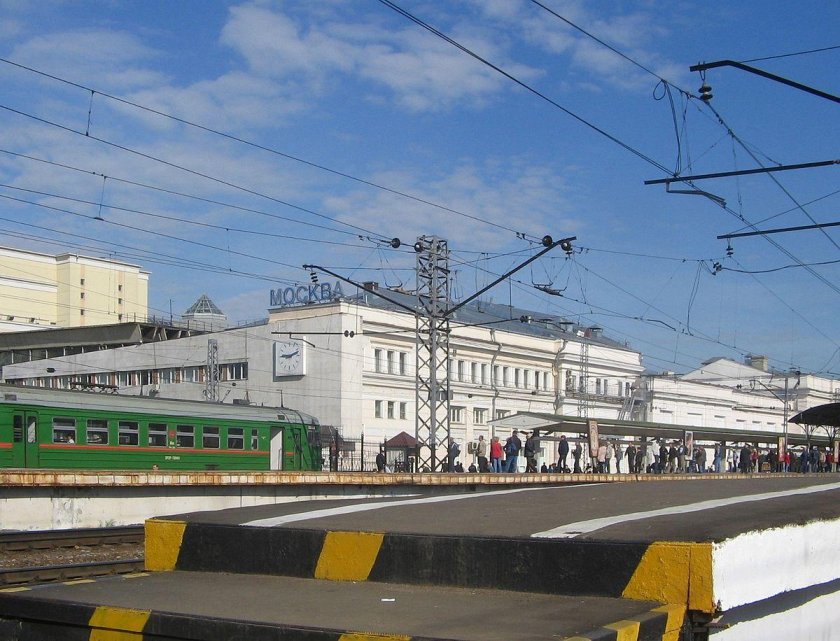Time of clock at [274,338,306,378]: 9:11
